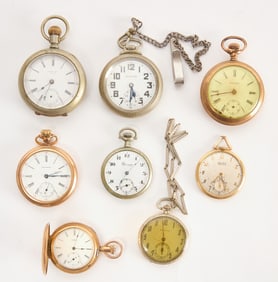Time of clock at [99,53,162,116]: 5:30
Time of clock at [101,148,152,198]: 7:07
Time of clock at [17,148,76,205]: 2:14
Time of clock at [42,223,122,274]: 3:02
